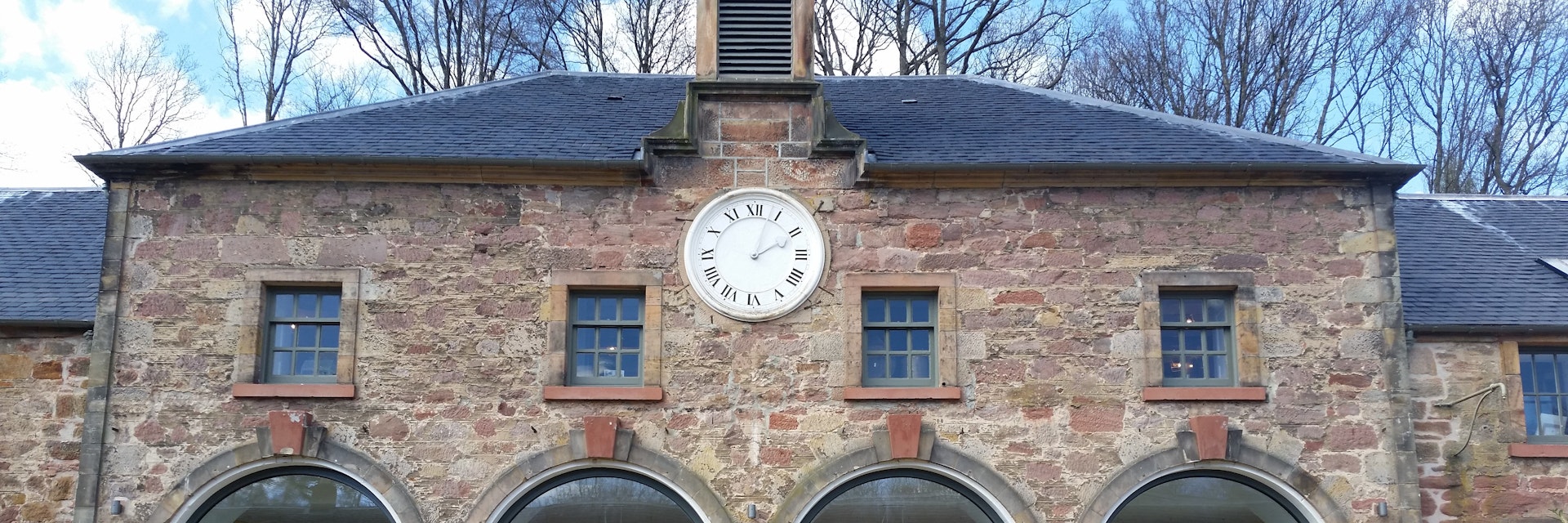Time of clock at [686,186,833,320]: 2:03
